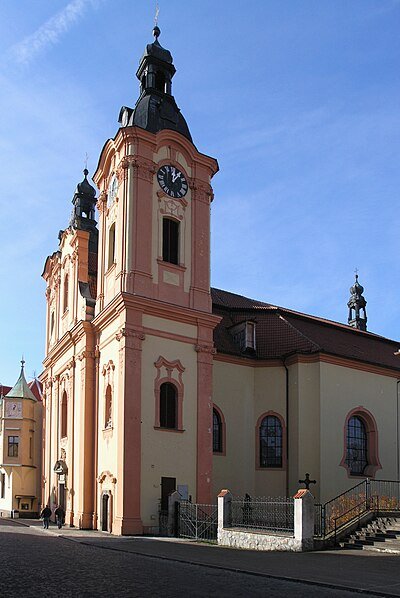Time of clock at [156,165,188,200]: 12:07
